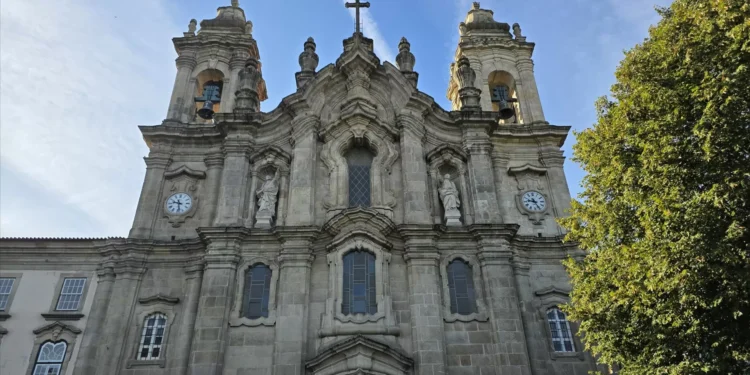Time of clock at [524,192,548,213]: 9:25
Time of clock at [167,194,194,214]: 9:28
